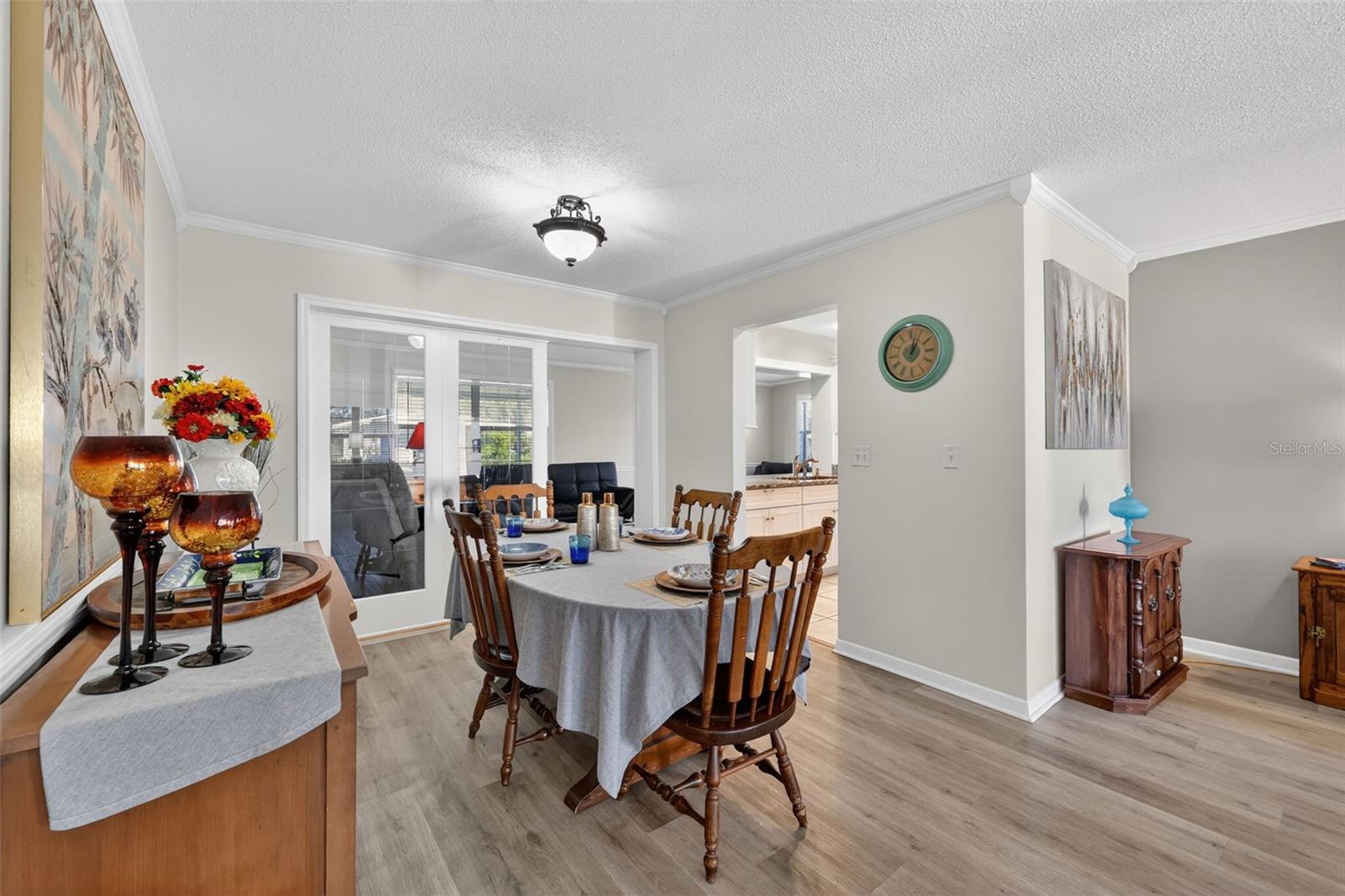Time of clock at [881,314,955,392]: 1:02
